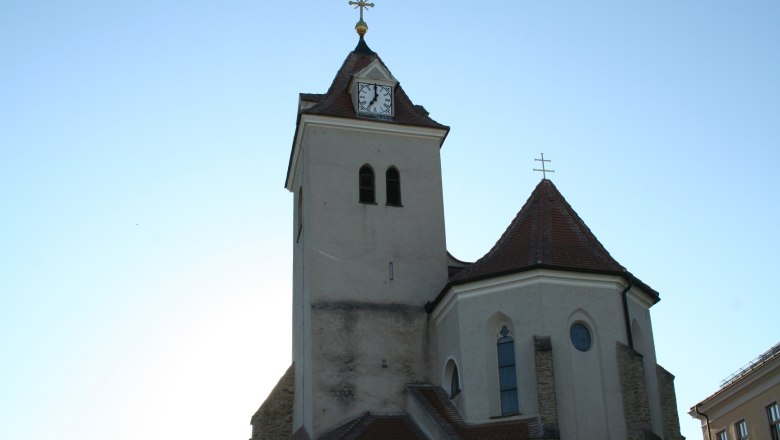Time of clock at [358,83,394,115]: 7:00
